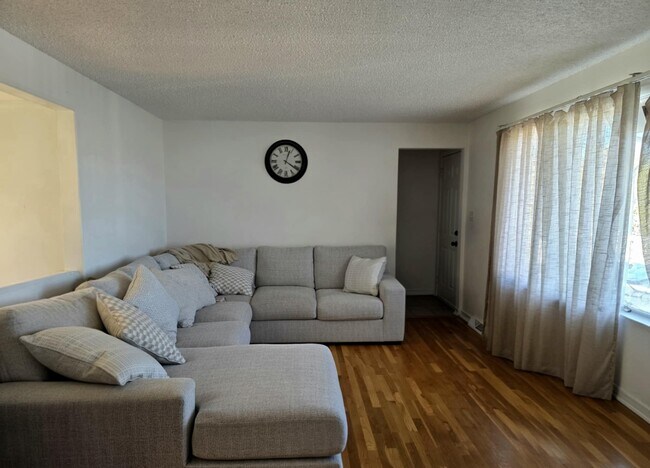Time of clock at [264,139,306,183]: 4:03
